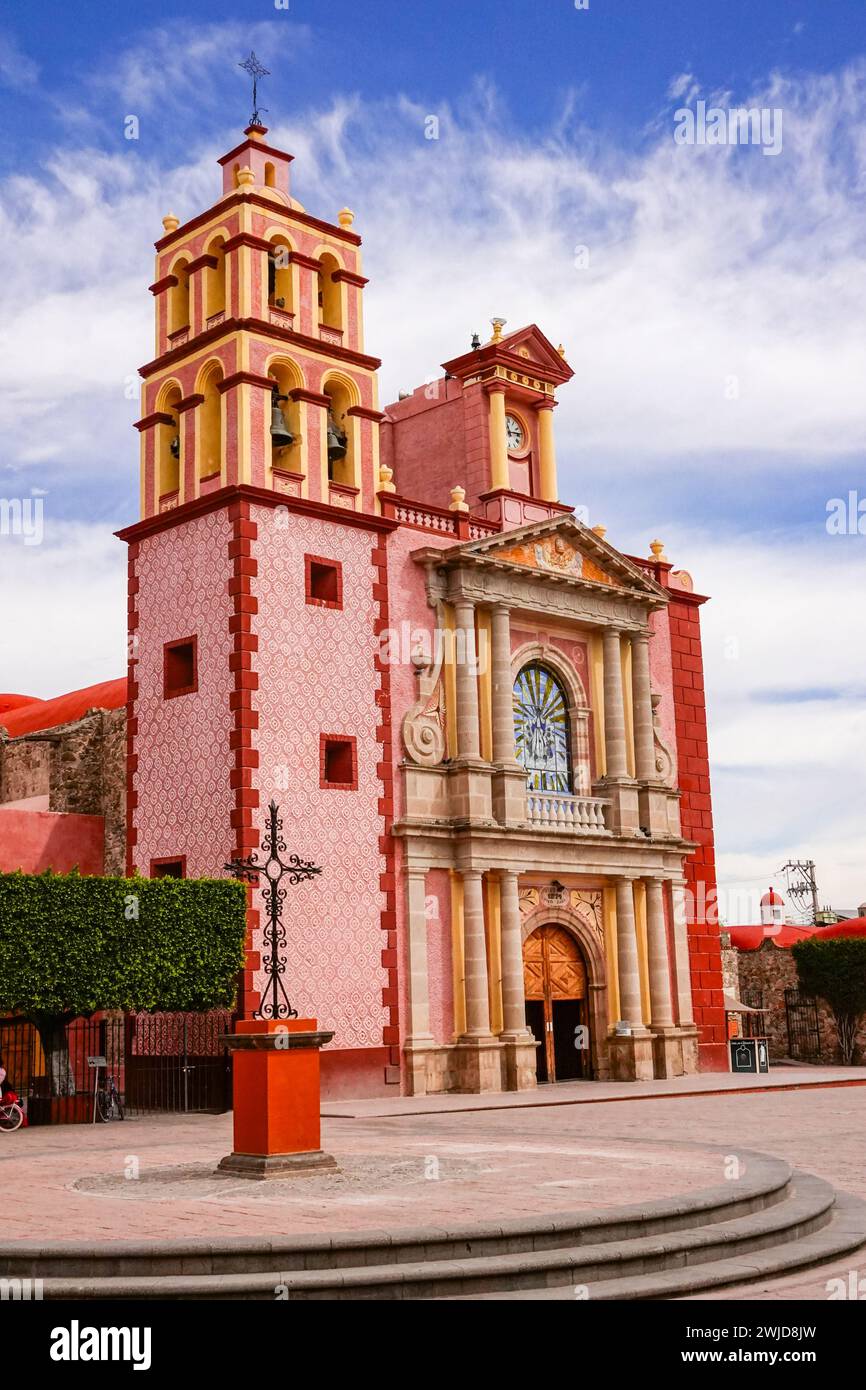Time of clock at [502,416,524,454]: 11:14
